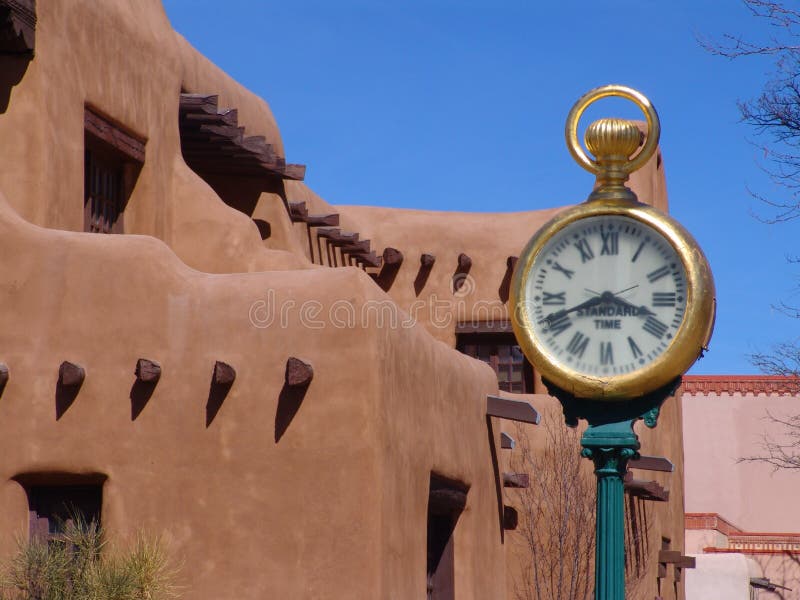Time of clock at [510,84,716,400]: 3:41
